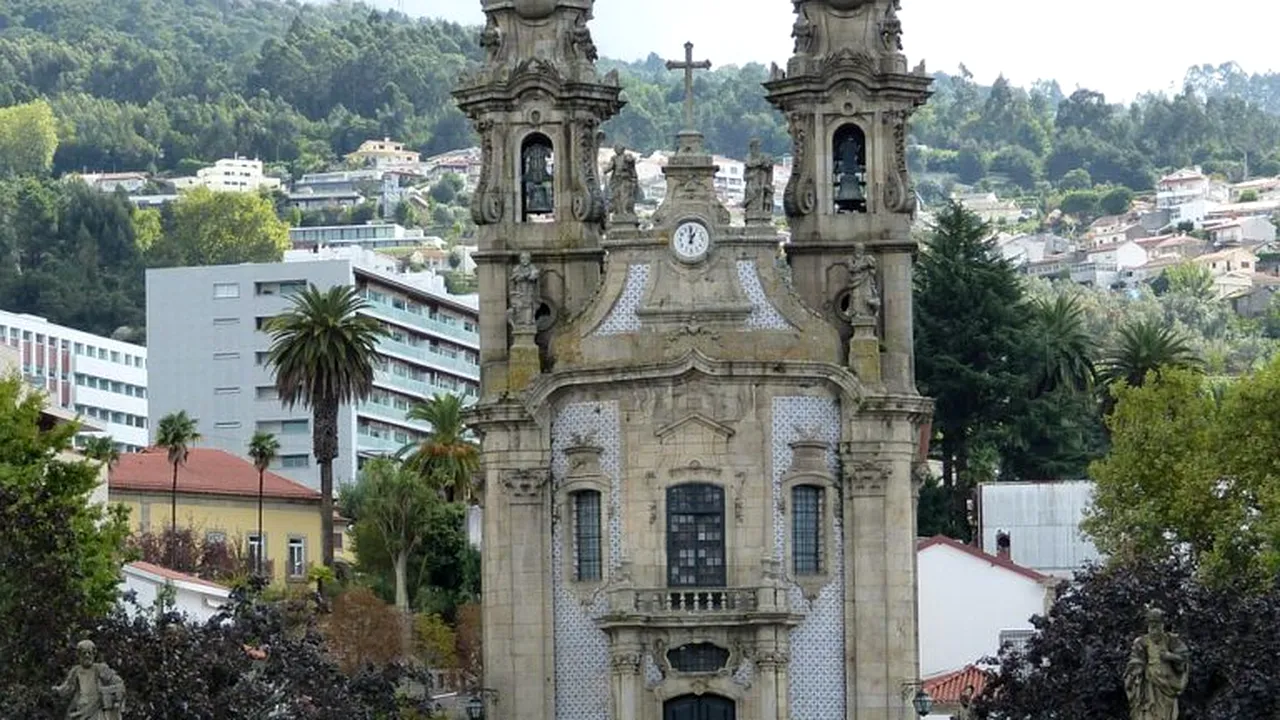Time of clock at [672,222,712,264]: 12:59
